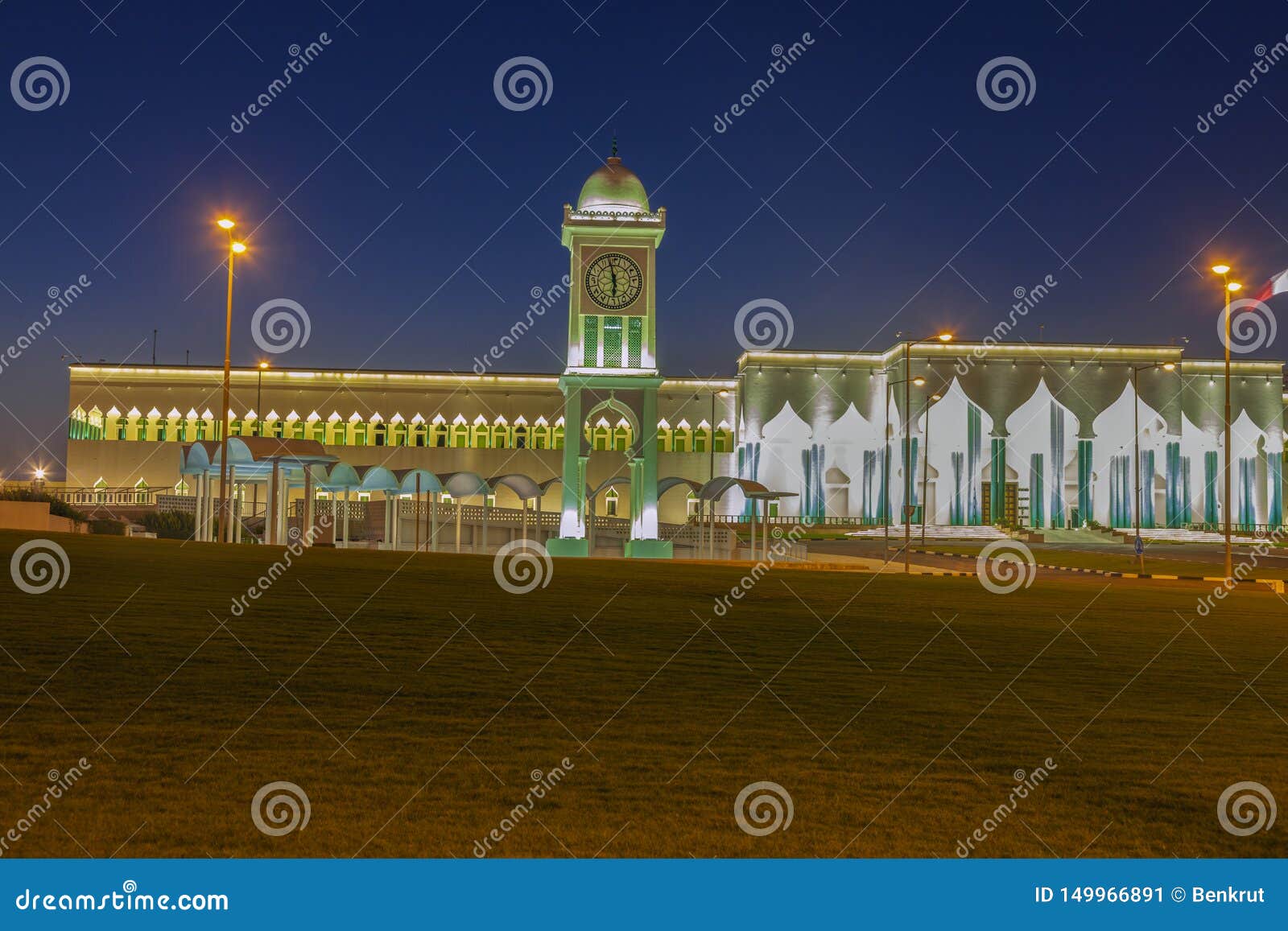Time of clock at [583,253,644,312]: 5:57
